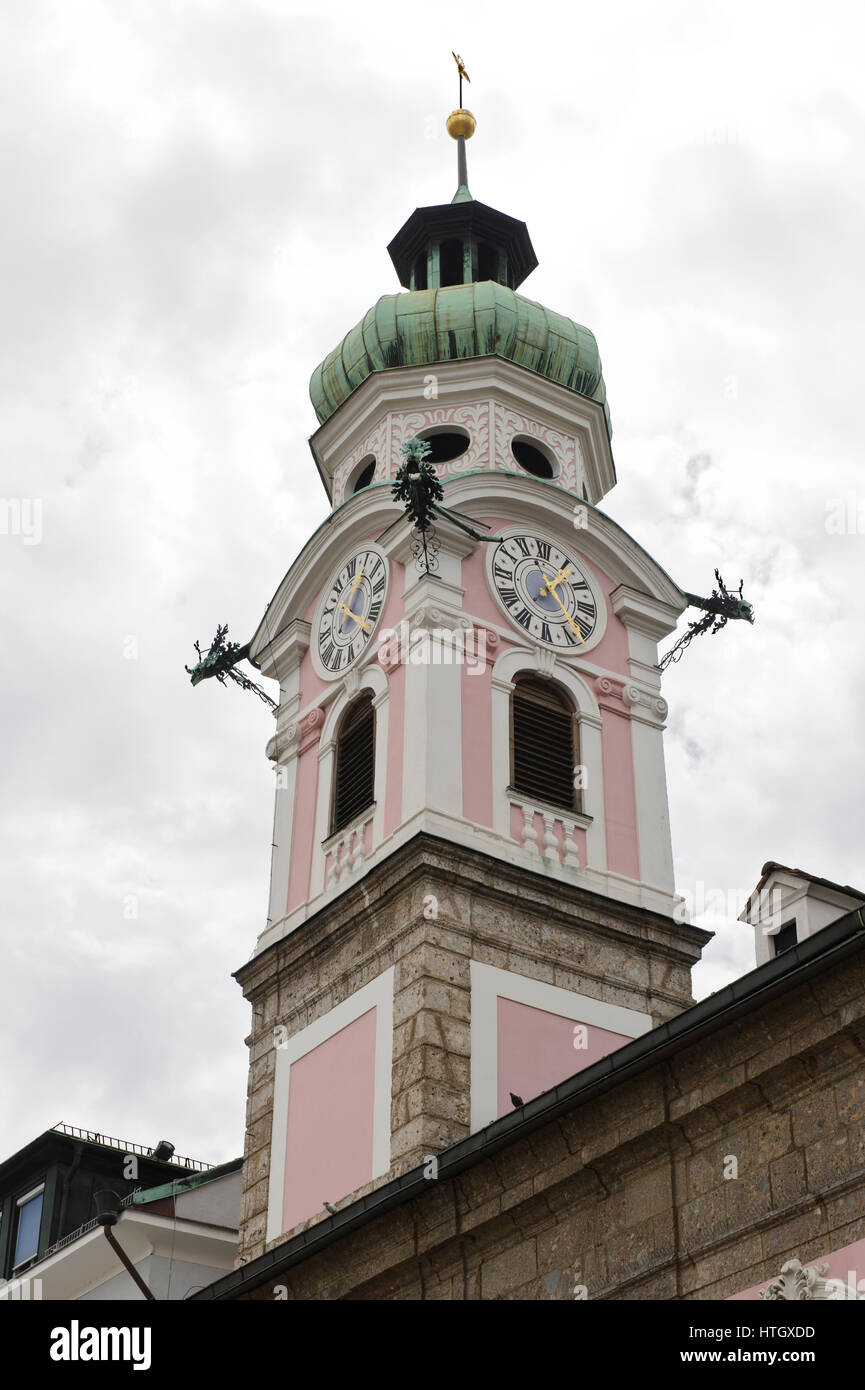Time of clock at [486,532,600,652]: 11:06
